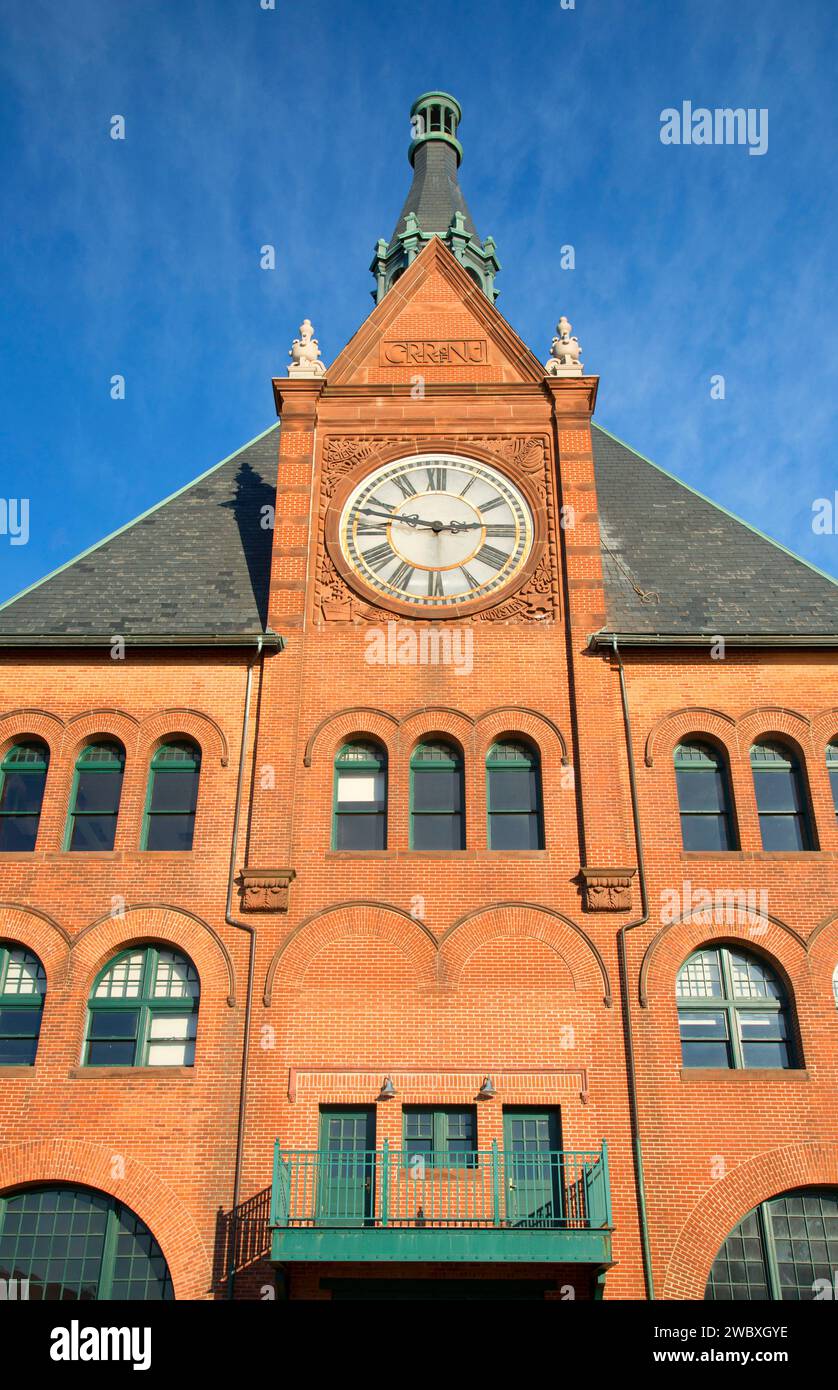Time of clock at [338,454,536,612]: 2:47
